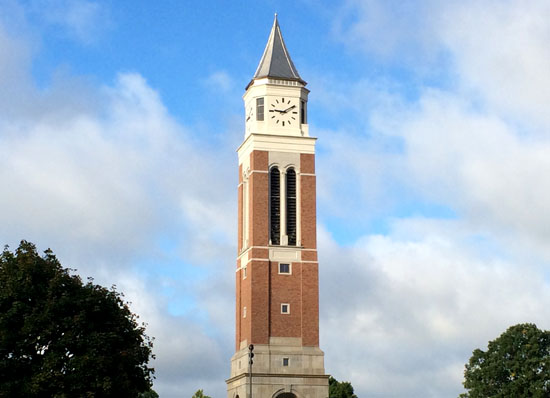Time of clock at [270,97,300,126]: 9:10
